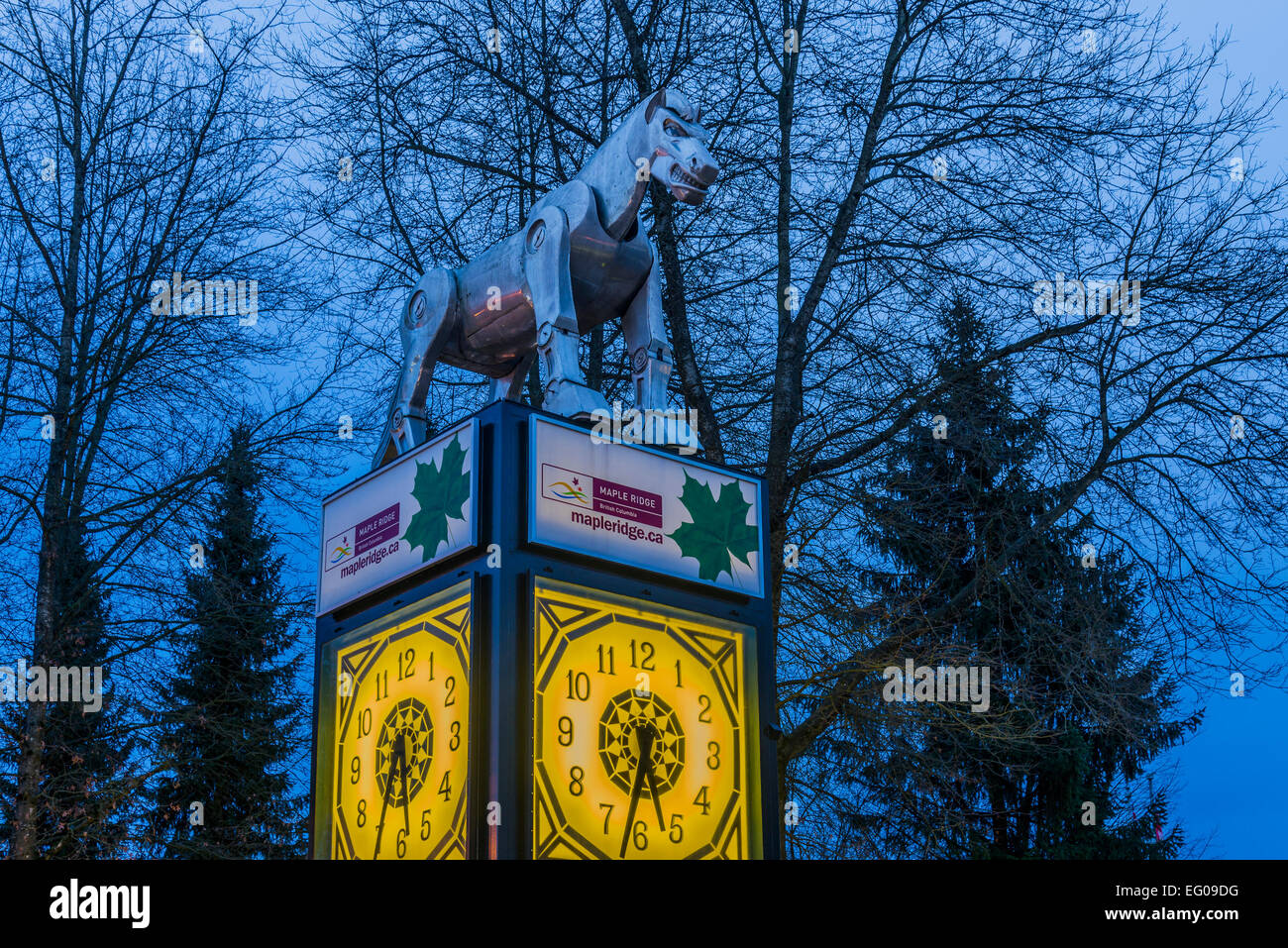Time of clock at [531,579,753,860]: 5:32
